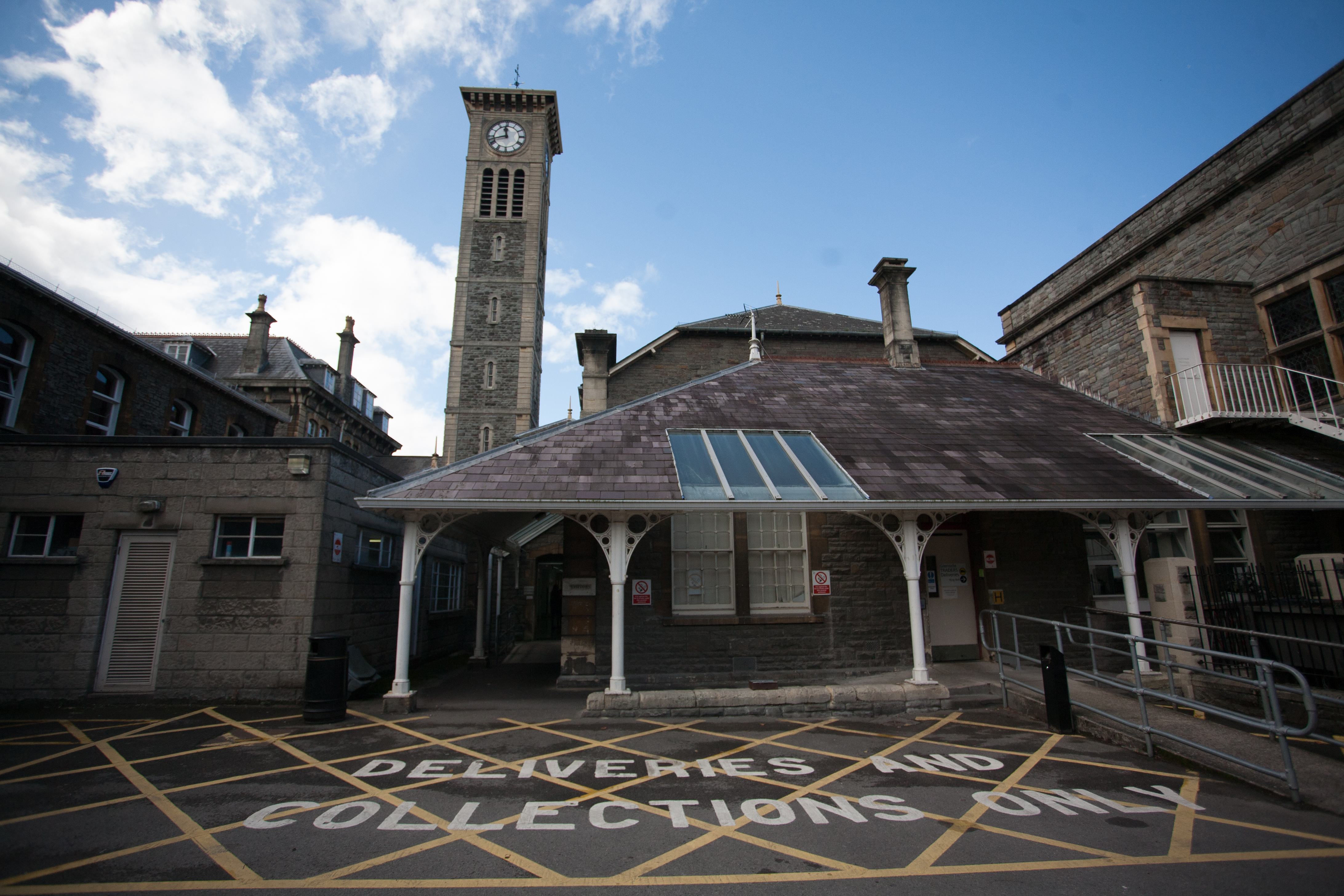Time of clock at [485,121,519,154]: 11:42
